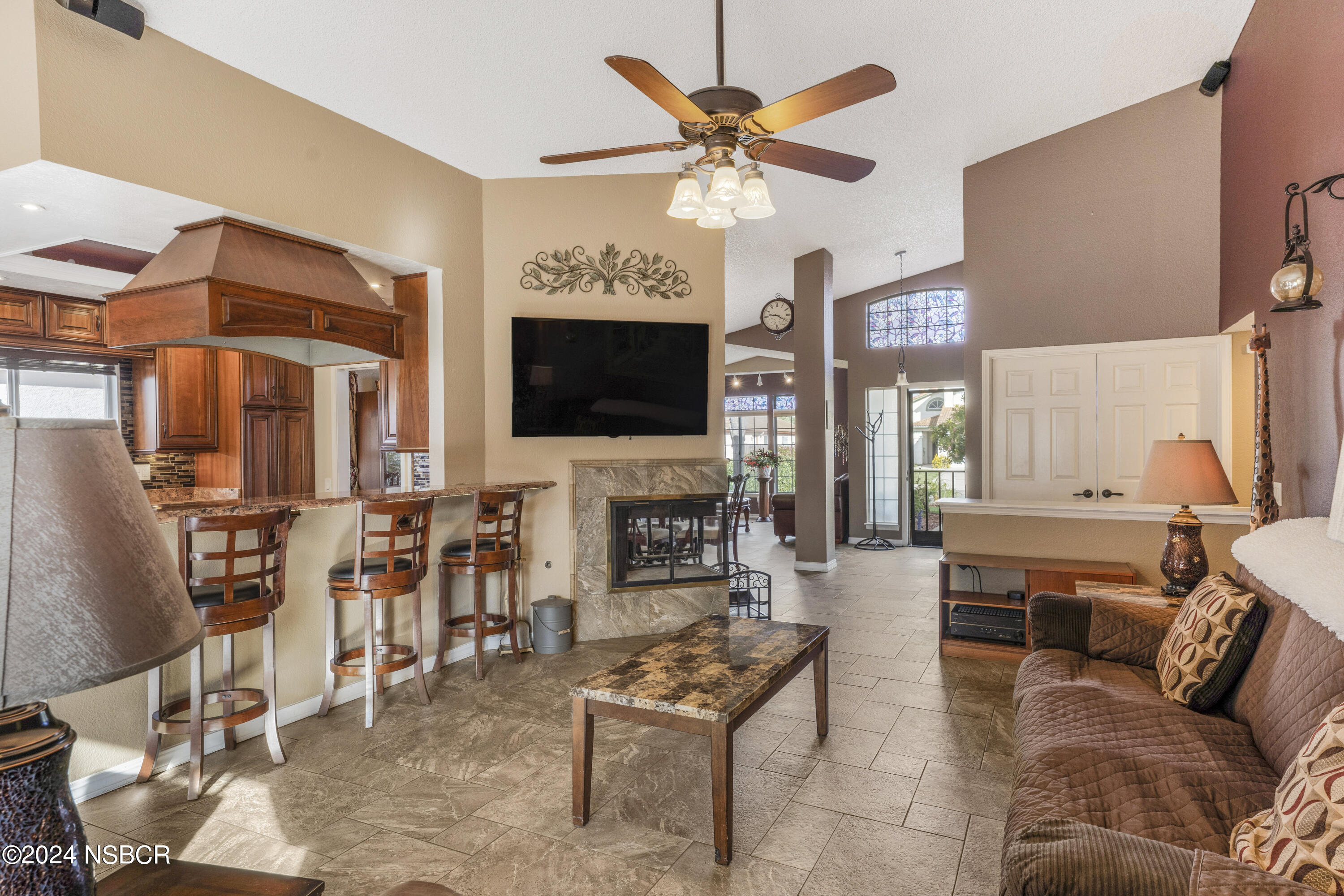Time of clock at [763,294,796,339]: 9:20
